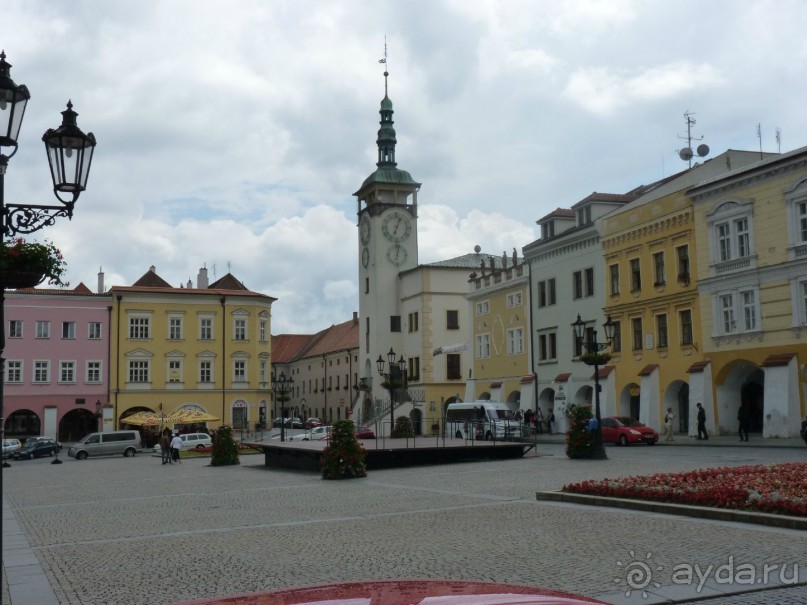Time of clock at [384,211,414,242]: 7:04
